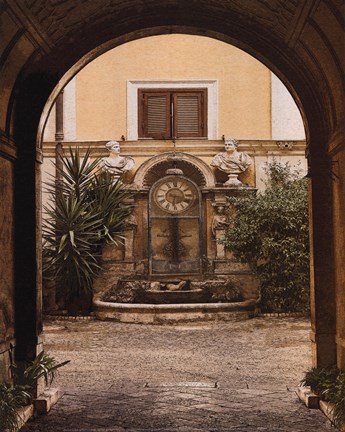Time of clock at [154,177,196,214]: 6:17
